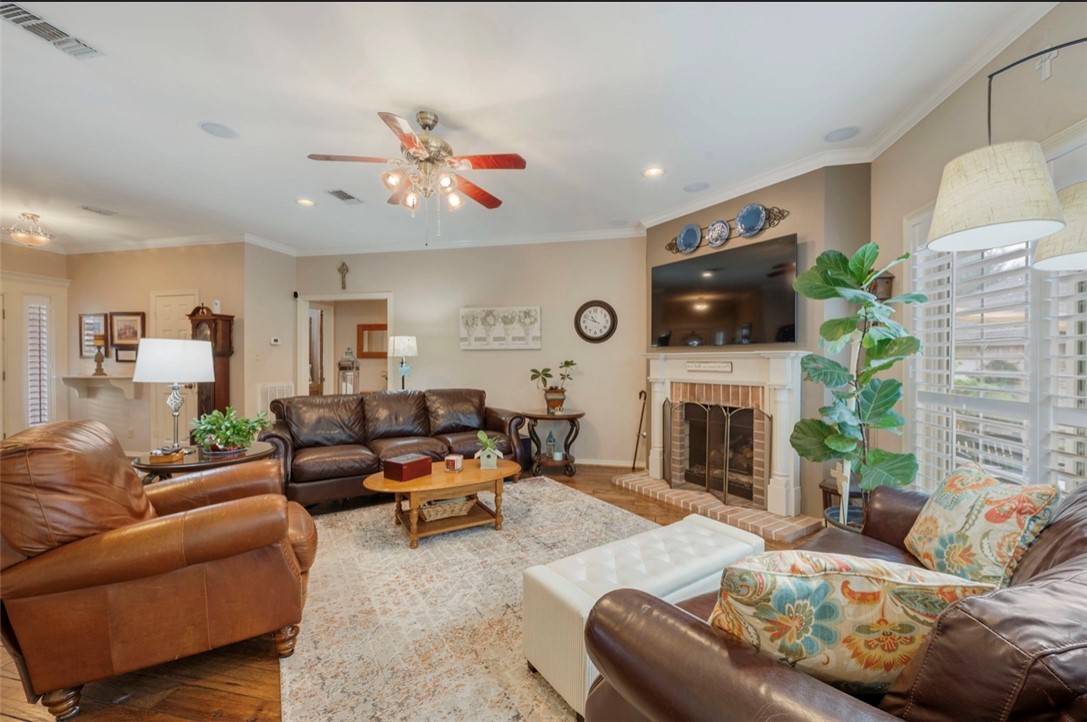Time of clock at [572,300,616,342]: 10:48
